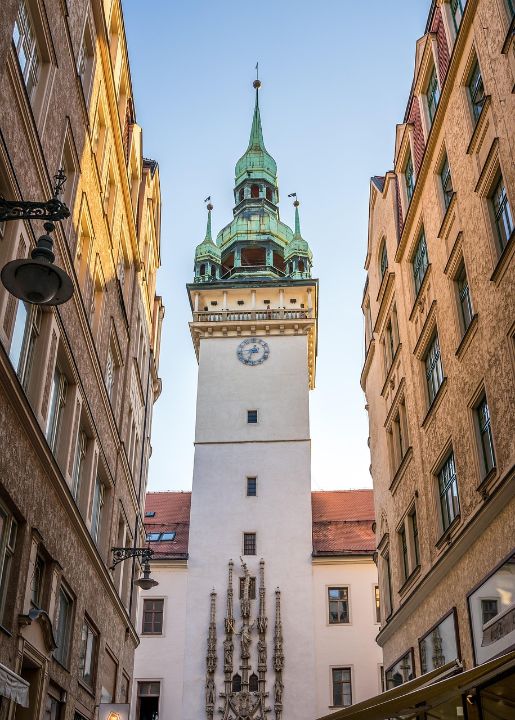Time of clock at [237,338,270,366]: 8:33
